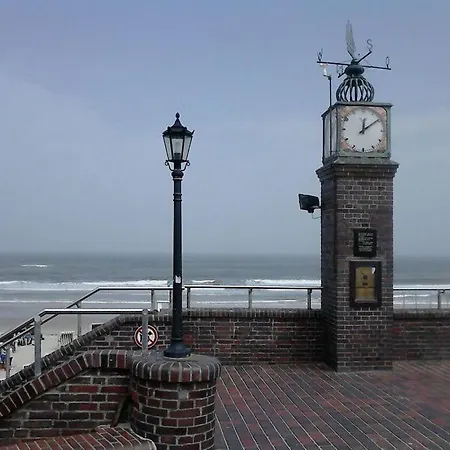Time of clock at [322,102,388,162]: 12:09
